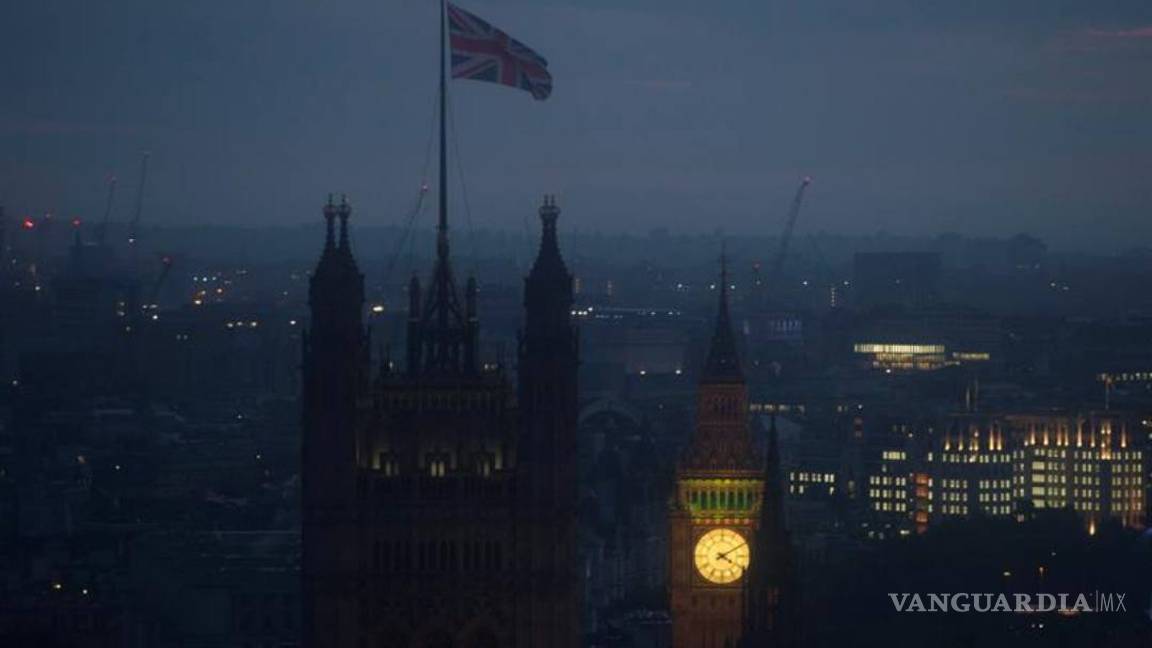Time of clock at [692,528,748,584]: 4:09
